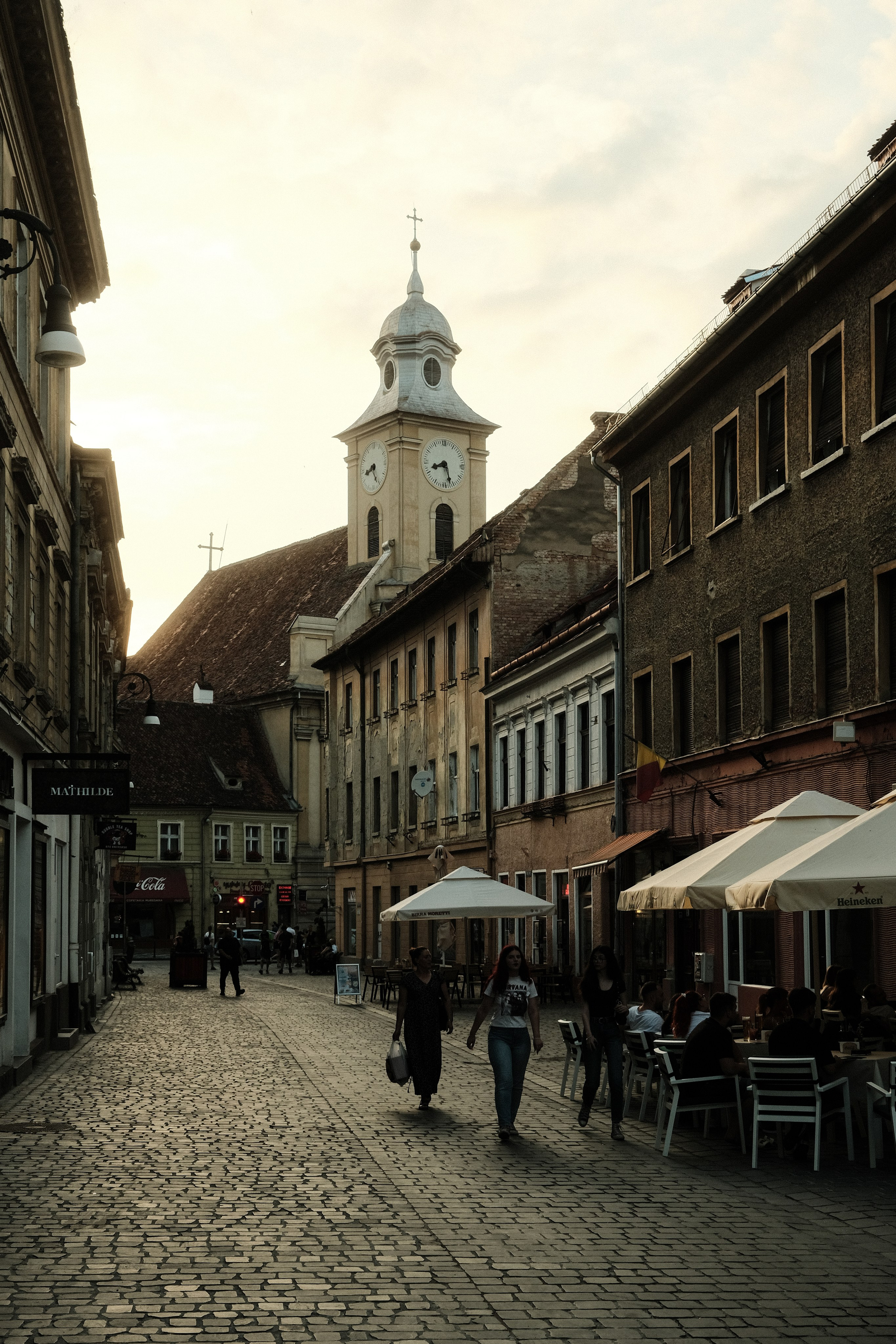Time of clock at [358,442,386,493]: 8:26
